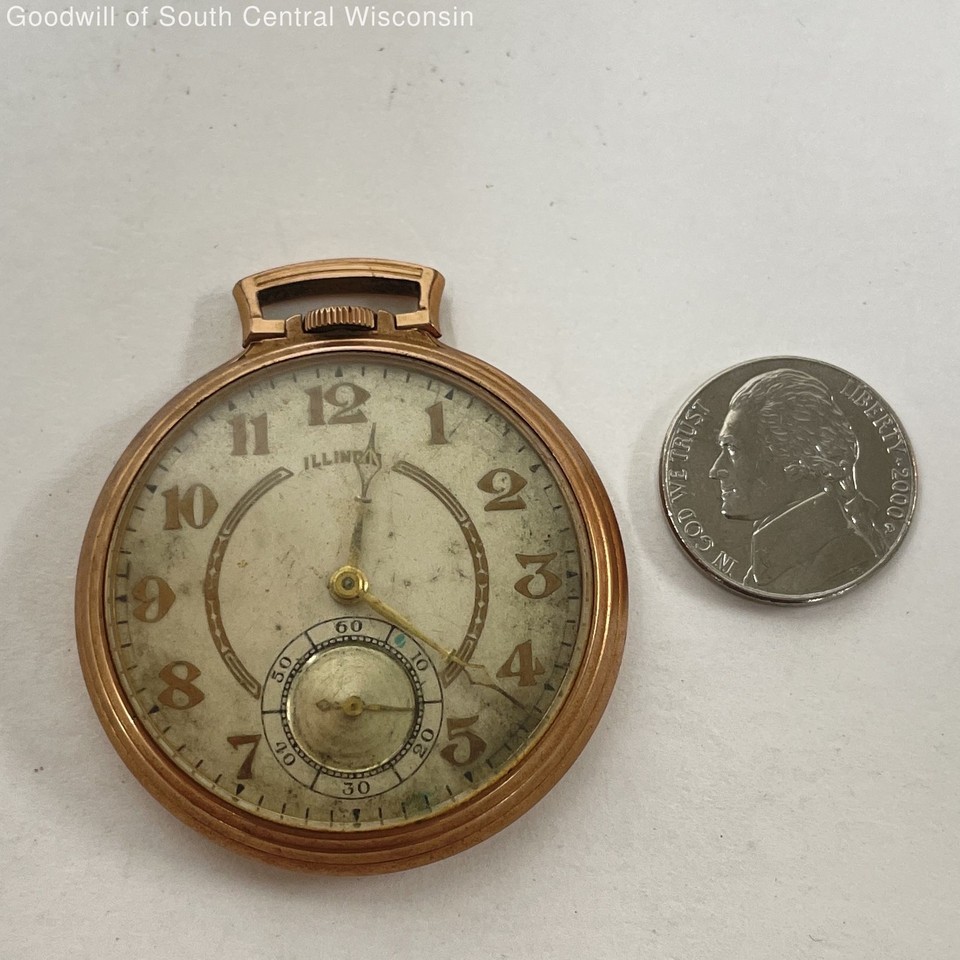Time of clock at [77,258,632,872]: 7:02
